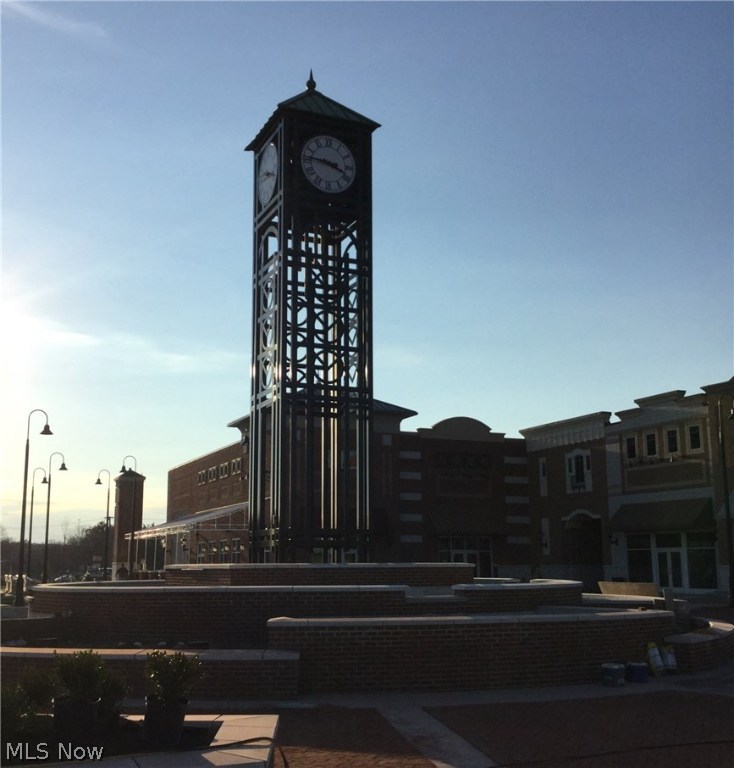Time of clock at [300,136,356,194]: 3:46
